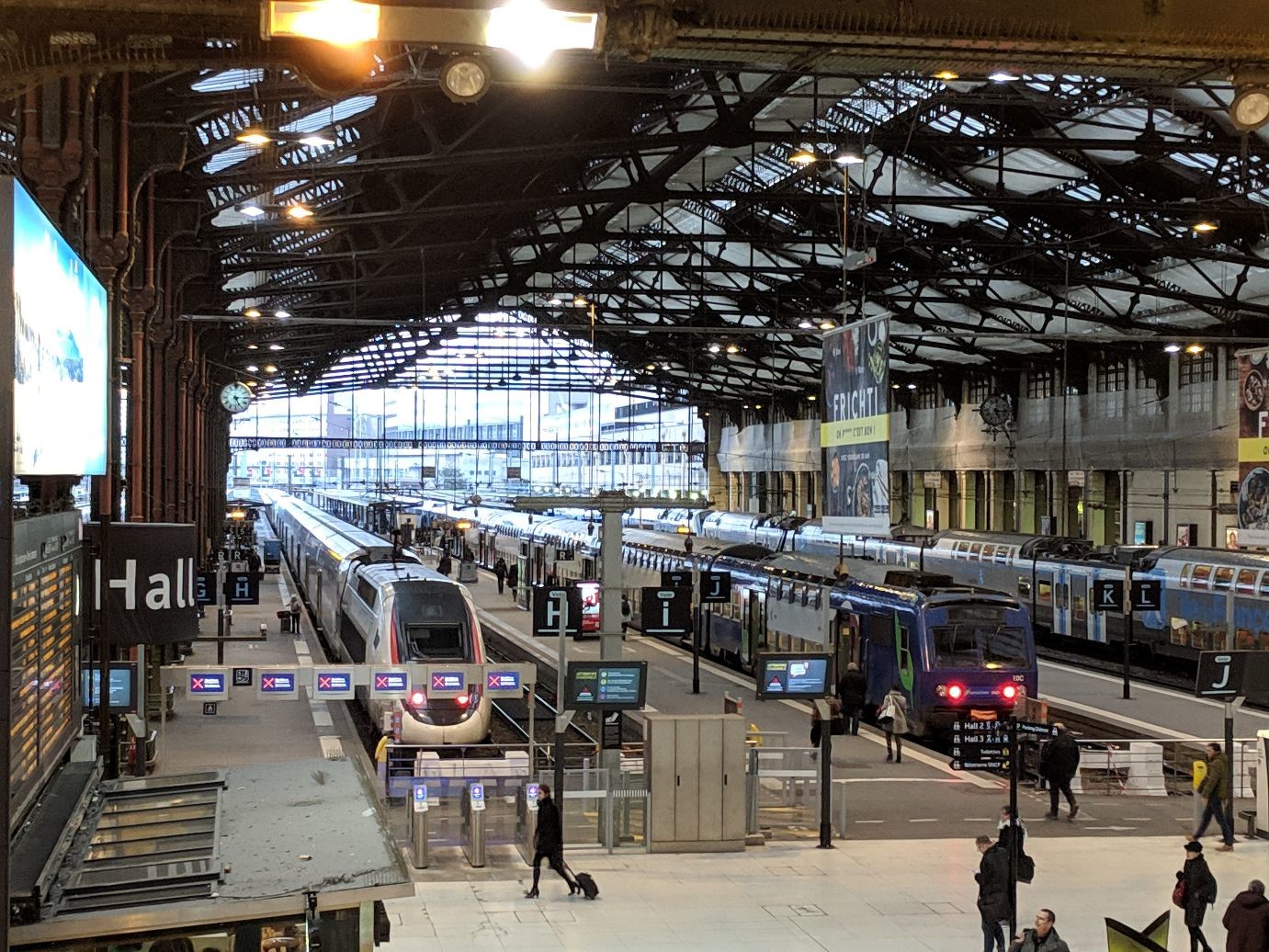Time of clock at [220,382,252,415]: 5:15
